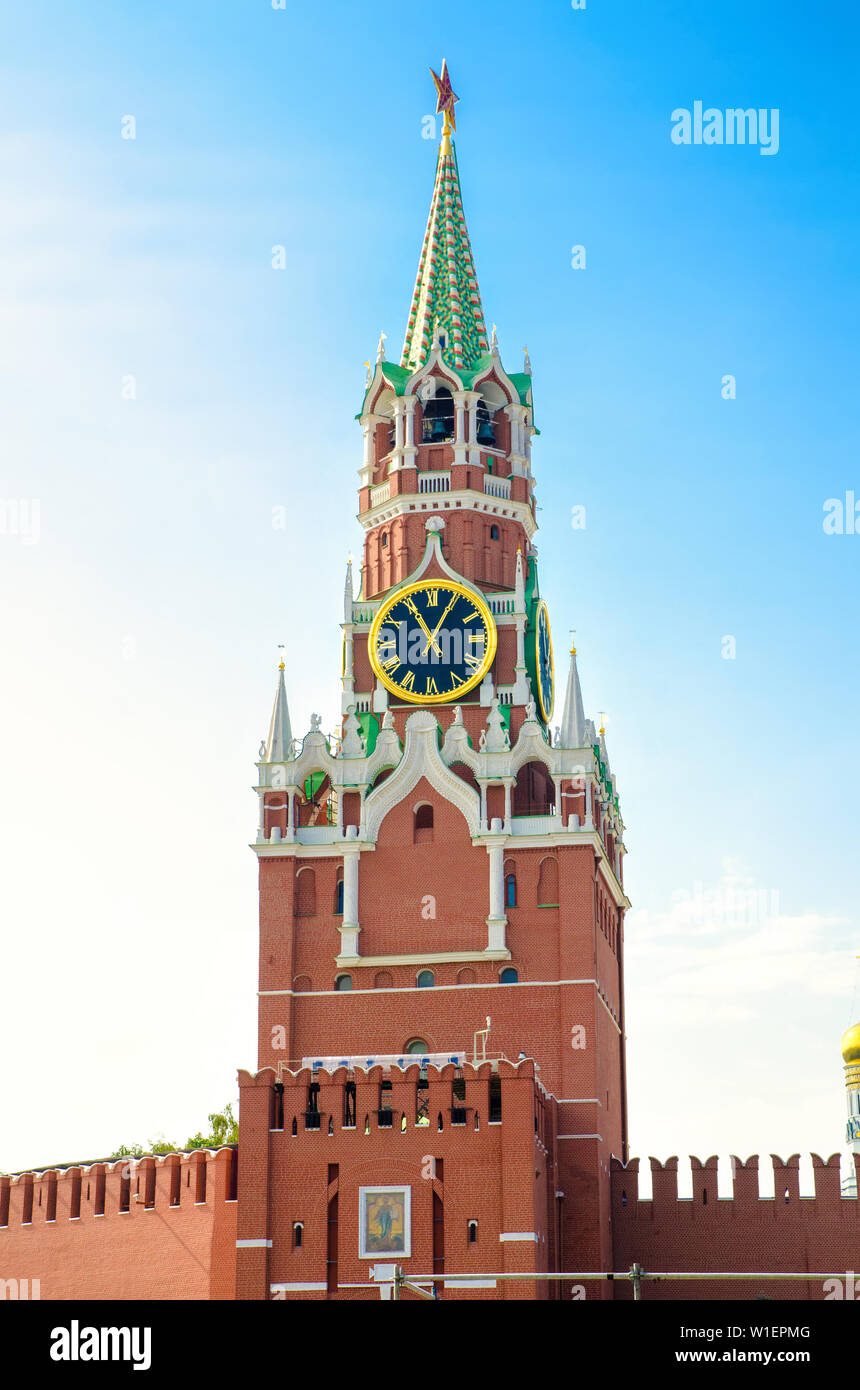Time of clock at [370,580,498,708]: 11:04
